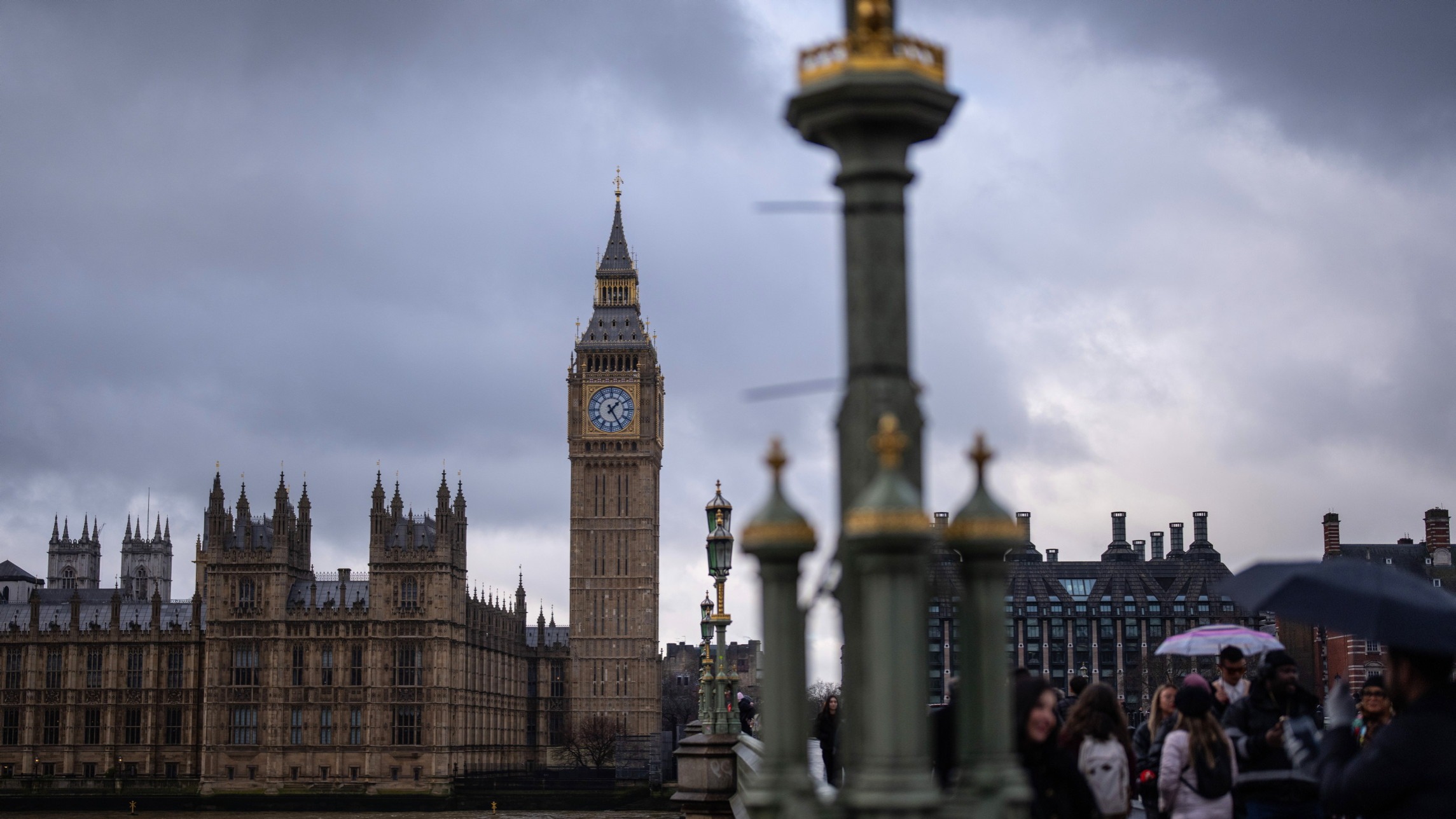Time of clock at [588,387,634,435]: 1:24
